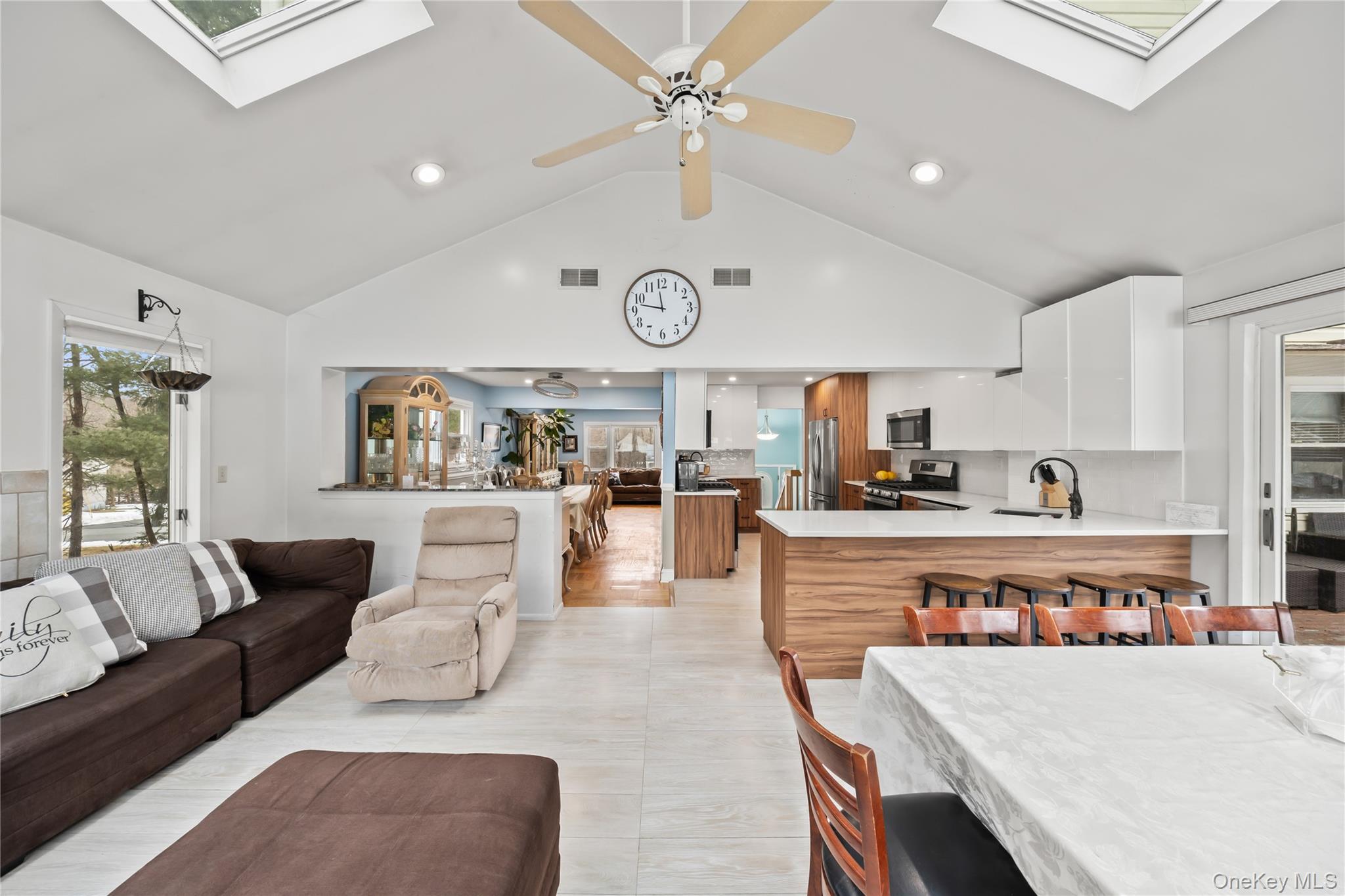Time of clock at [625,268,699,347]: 11:46
